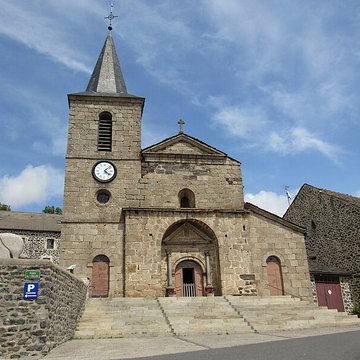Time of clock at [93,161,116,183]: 4:07
